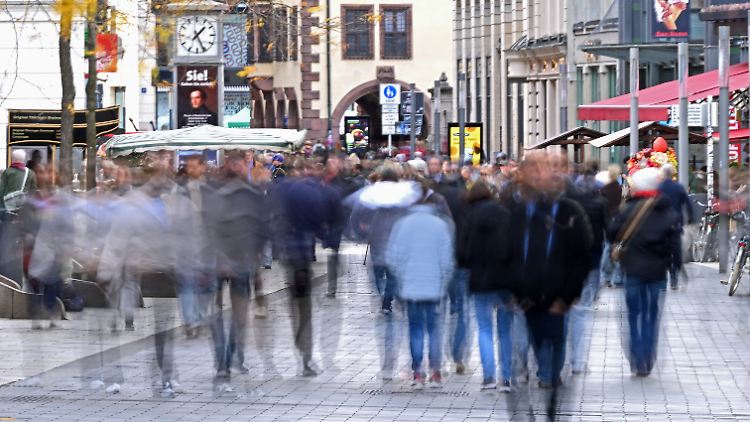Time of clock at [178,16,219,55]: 1:26
